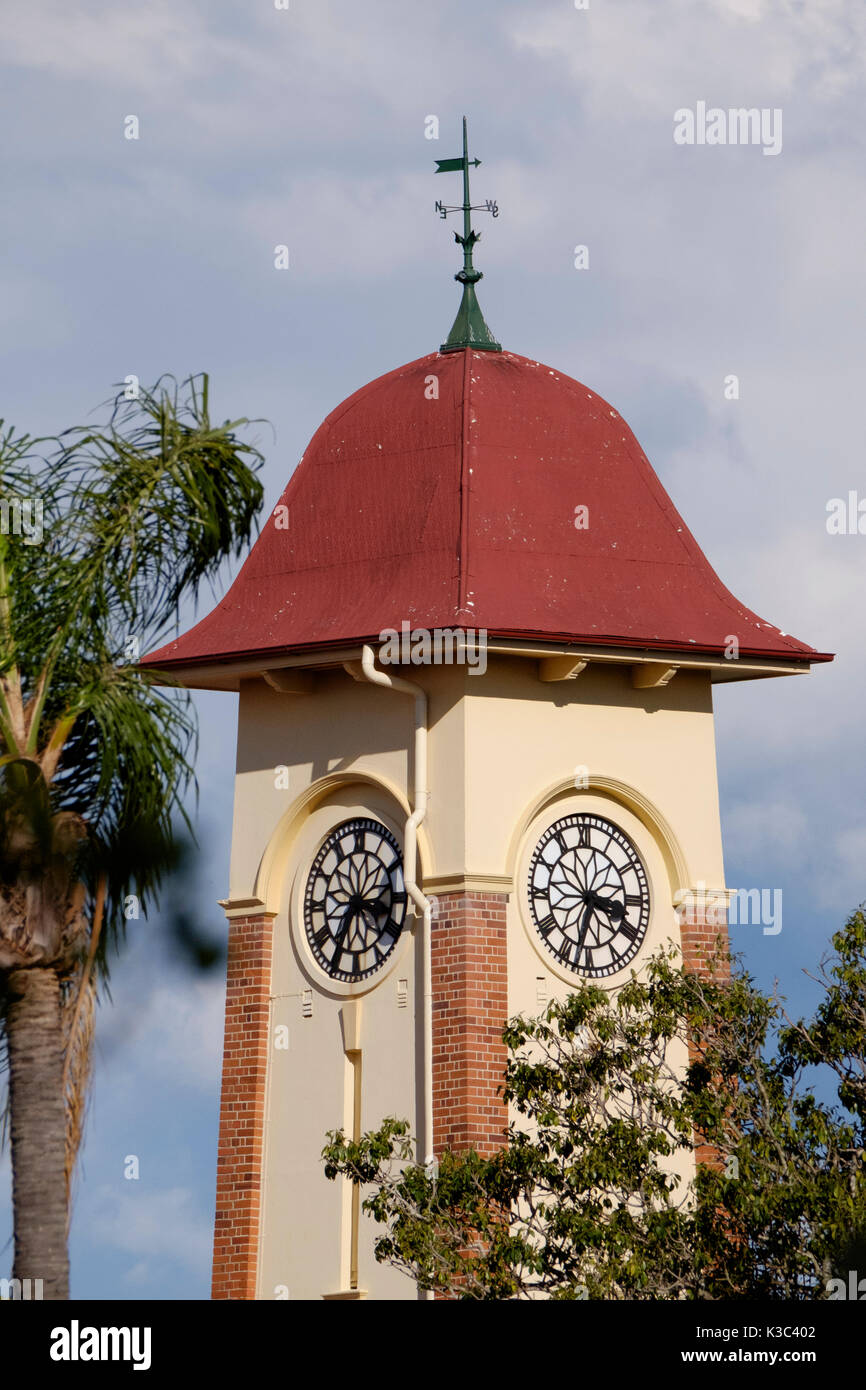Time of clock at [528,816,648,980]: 3:32
